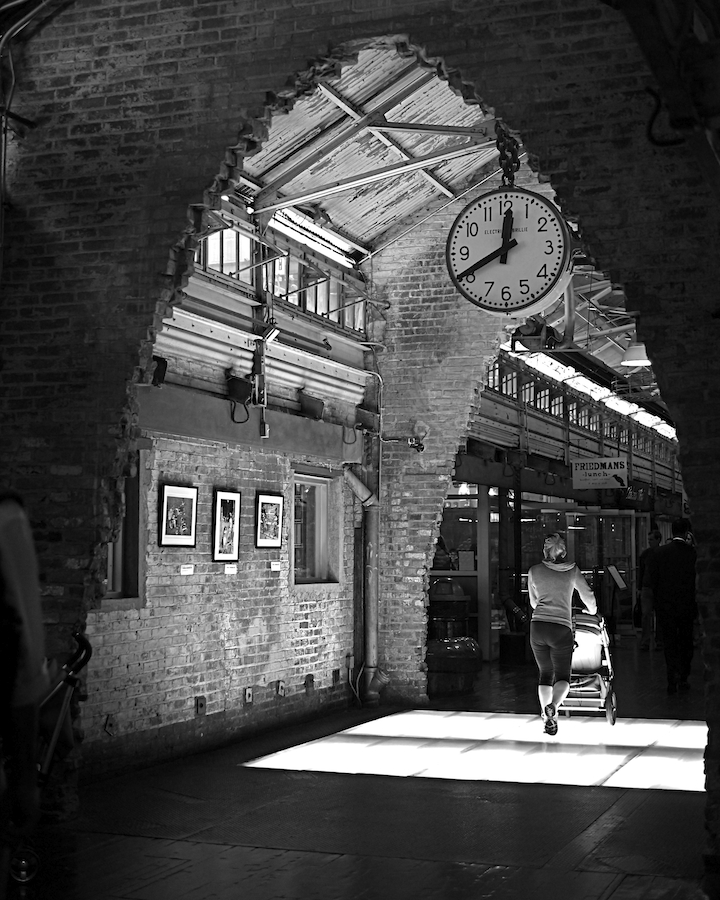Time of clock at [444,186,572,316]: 11:40
